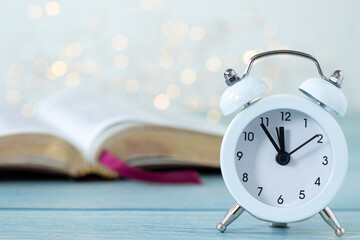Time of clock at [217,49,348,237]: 11:54
